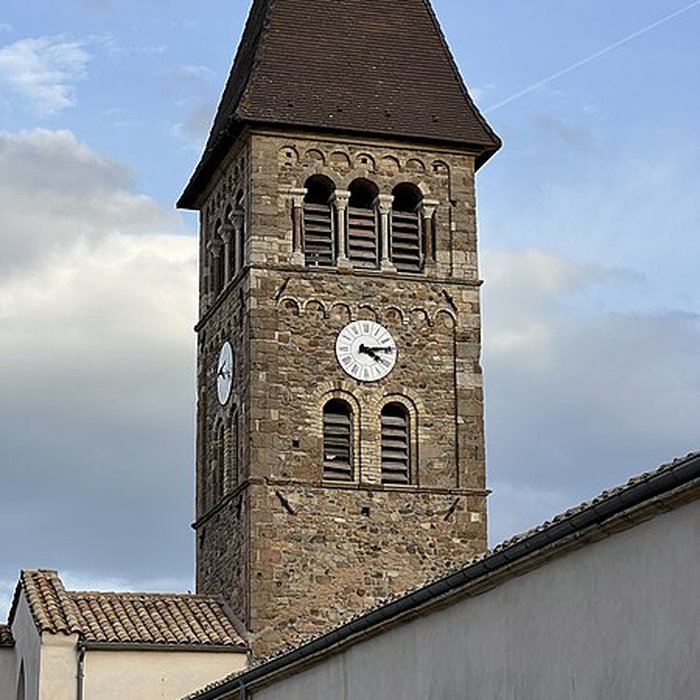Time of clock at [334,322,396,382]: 4:13
